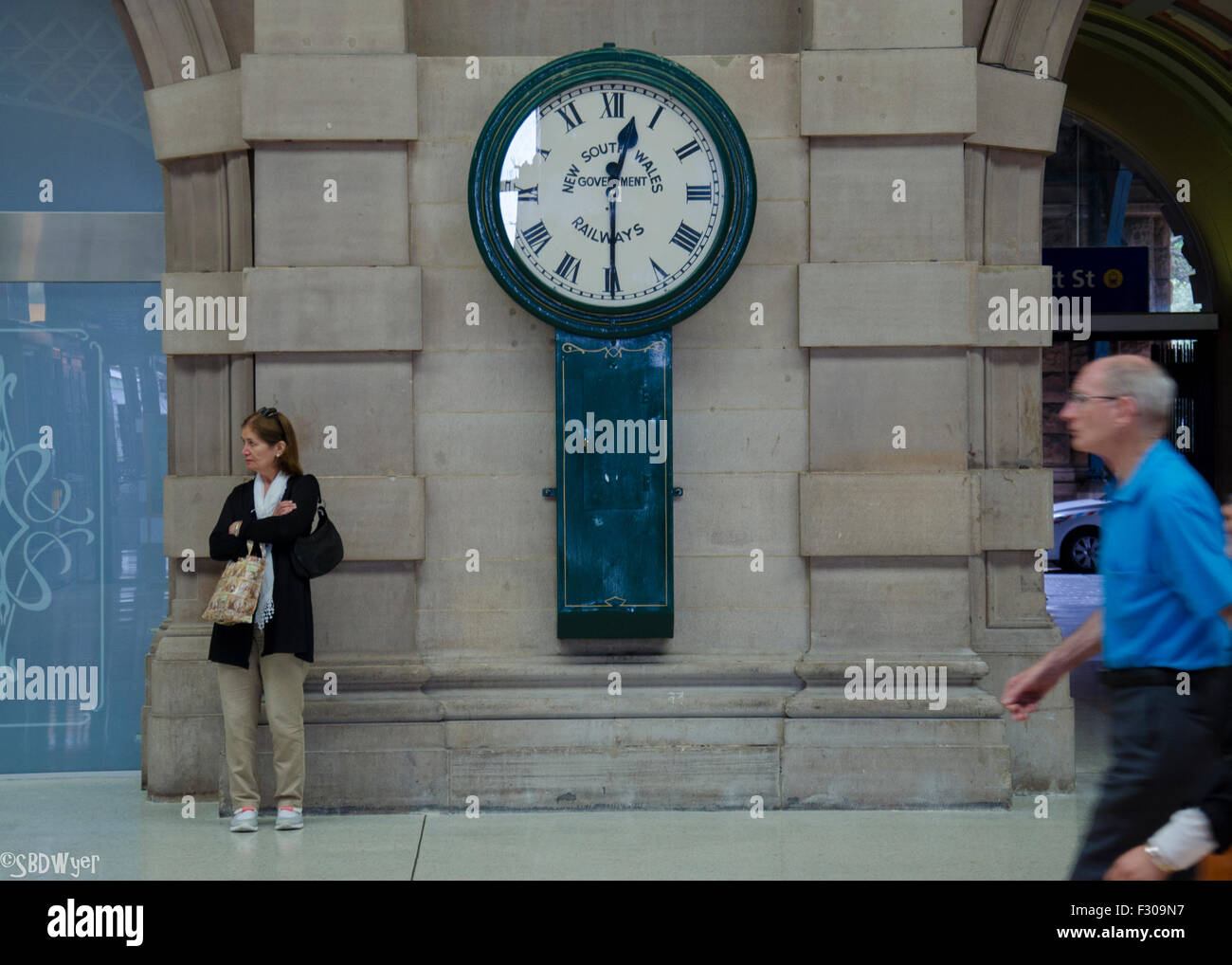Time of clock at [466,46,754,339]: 12:29
